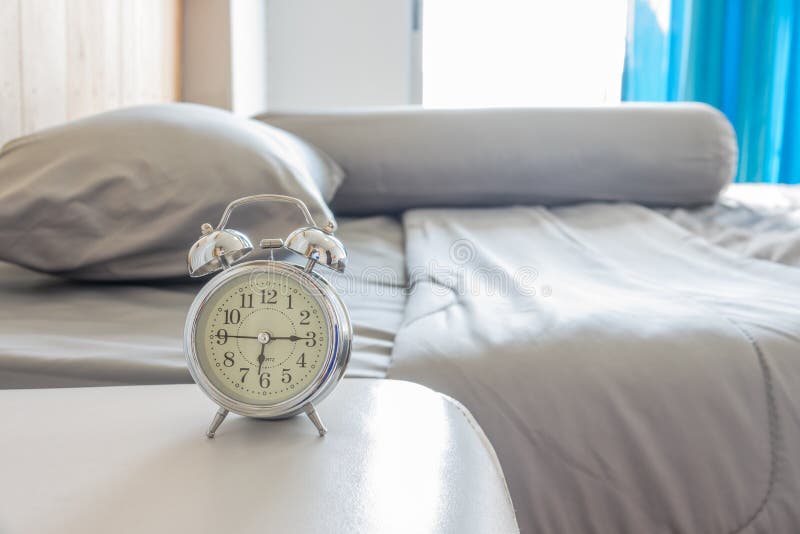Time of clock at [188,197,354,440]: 6:15
